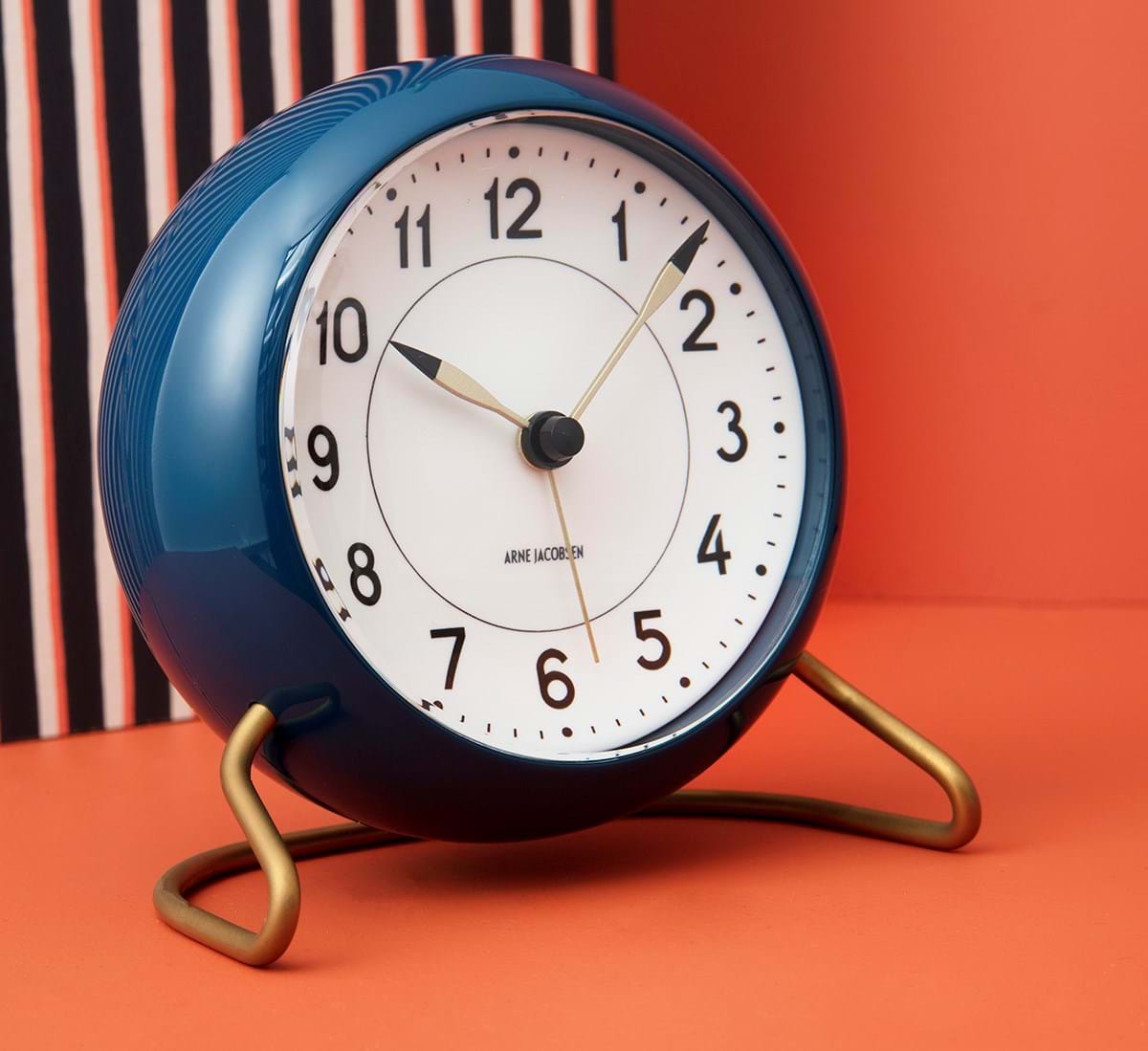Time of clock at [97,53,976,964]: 10:07
